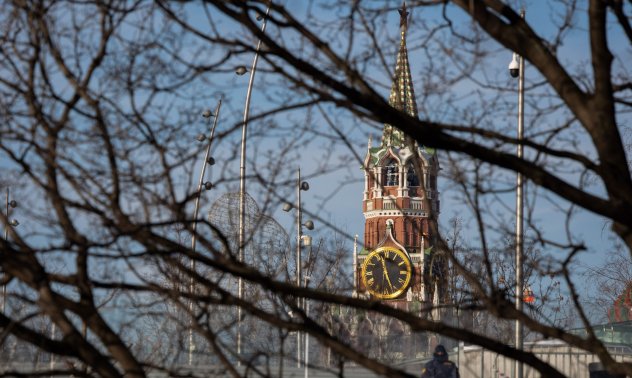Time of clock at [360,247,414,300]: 11:26
